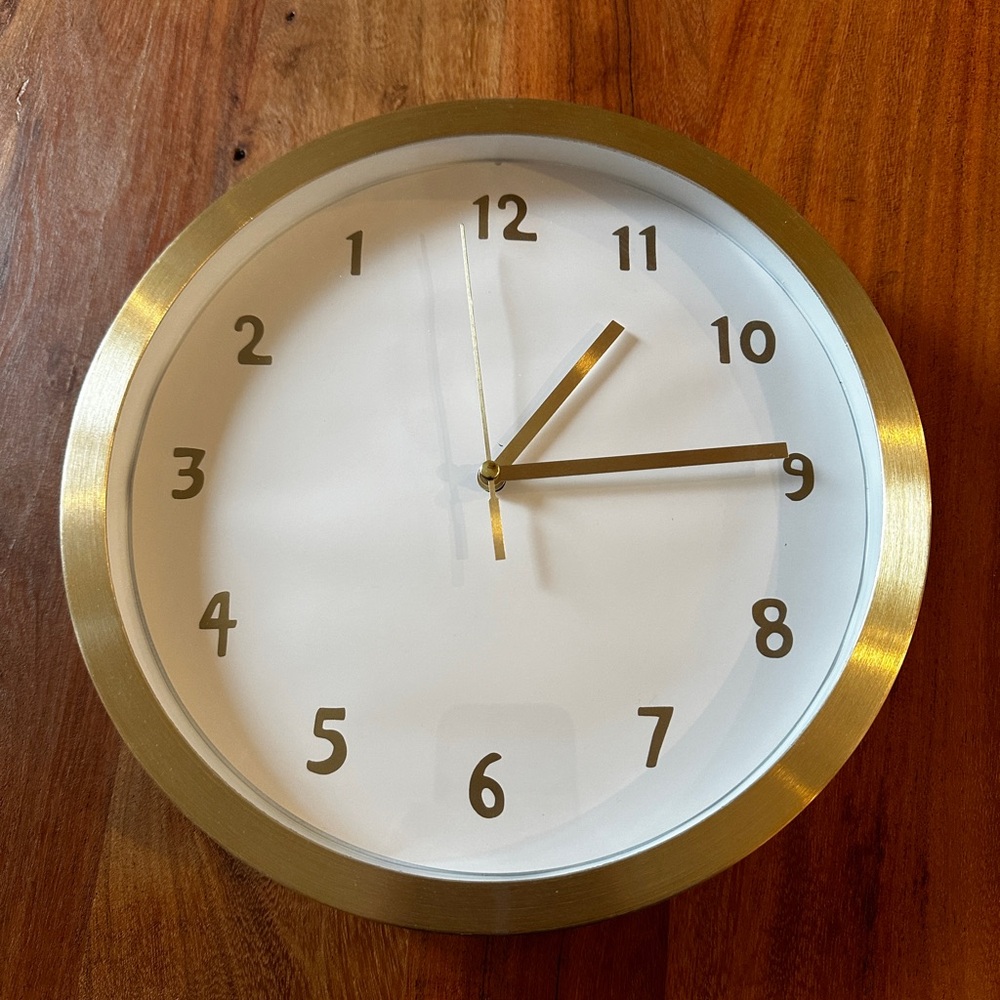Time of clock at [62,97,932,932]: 1:14
